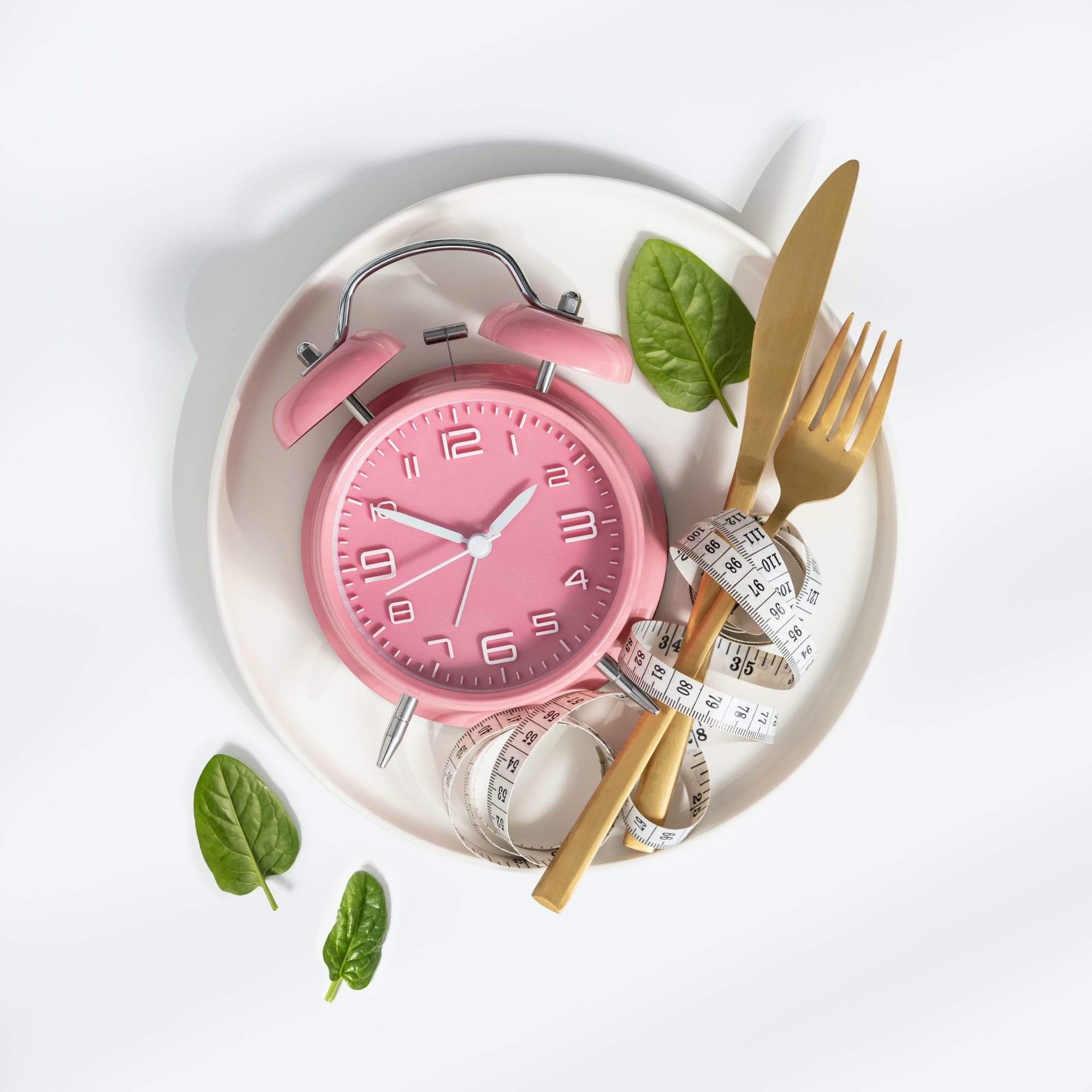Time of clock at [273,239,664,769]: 1:50
